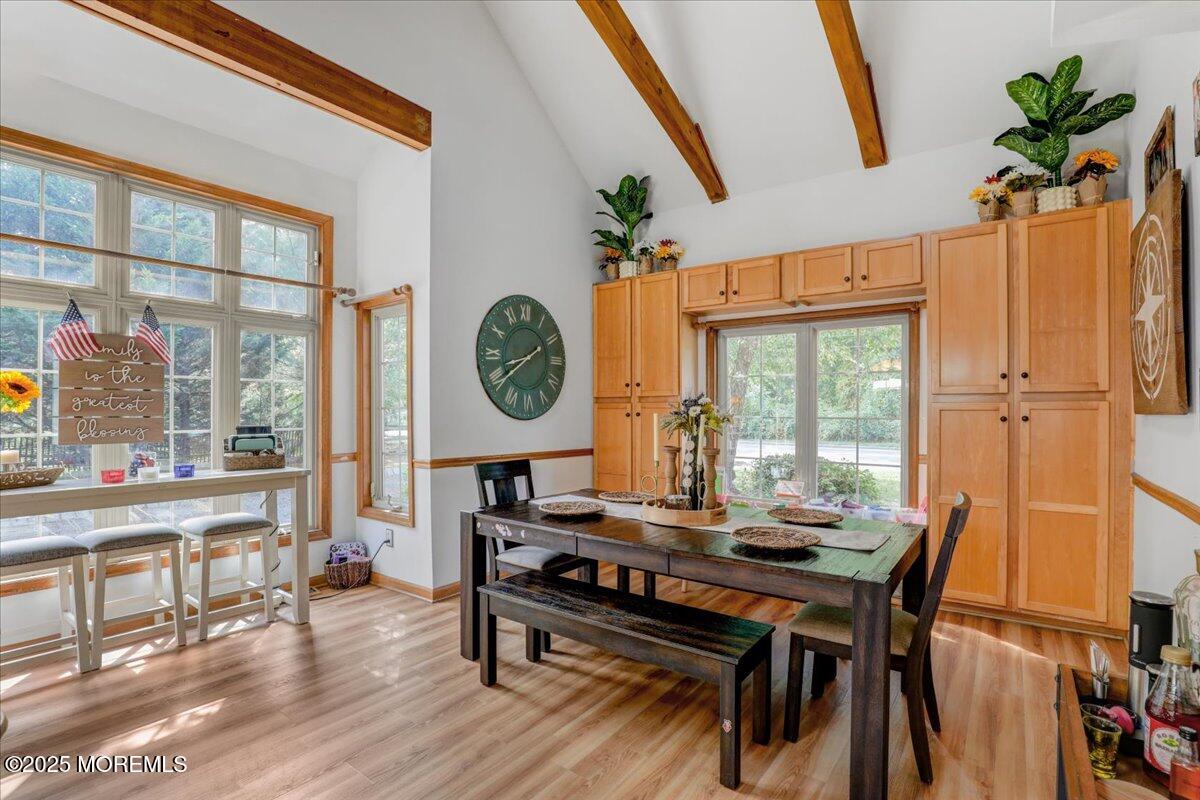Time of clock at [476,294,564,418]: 8:39
